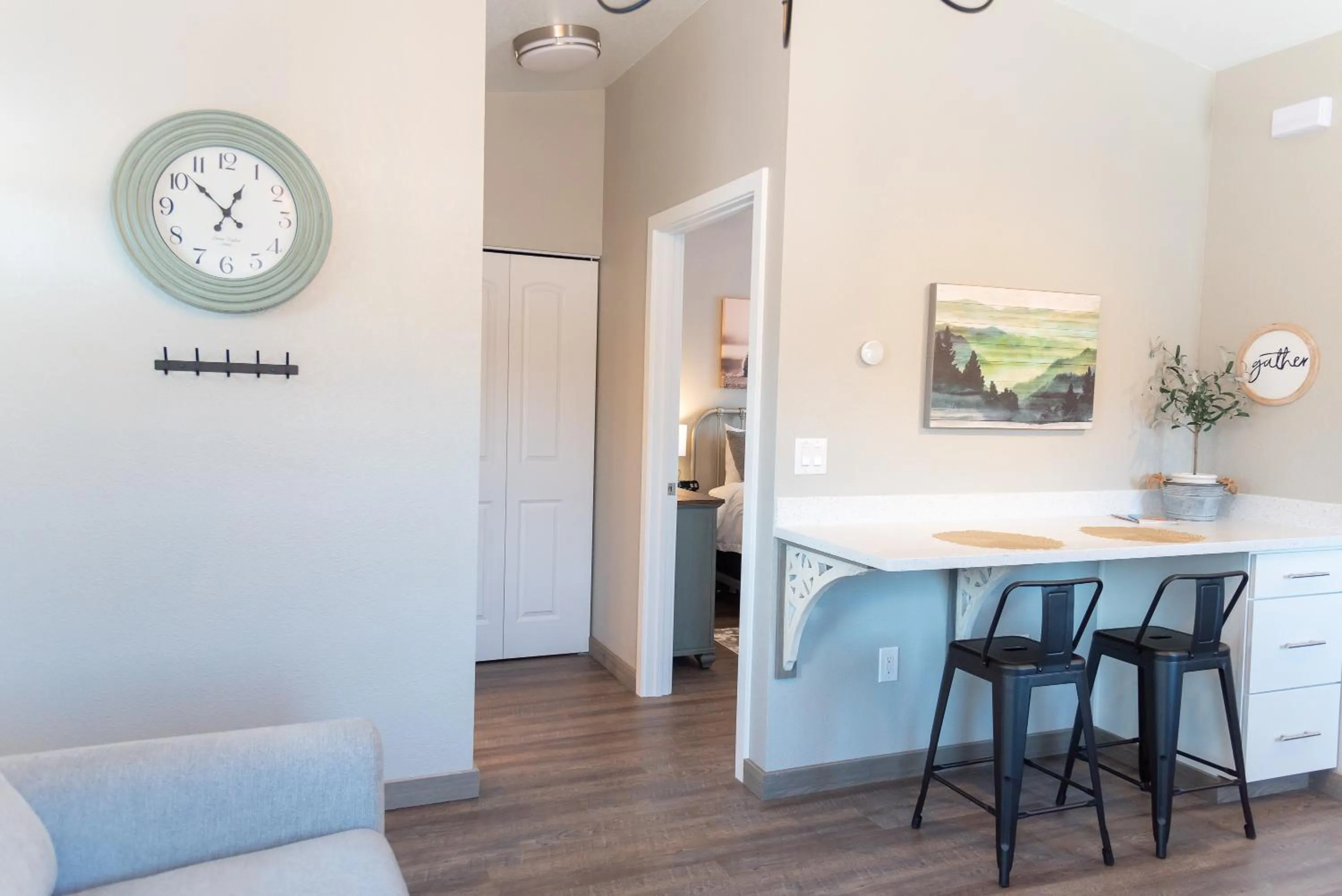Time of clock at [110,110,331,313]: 12:52
